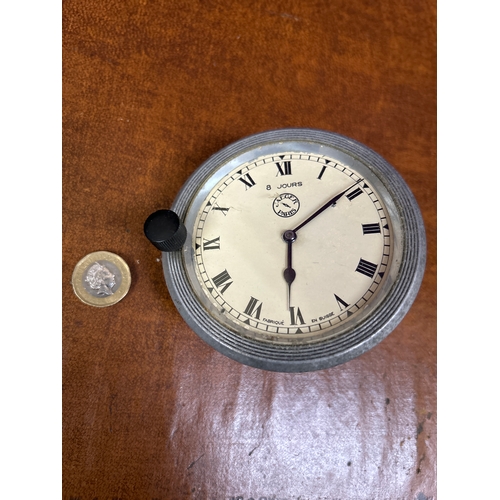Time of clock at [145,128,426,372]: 6:09
